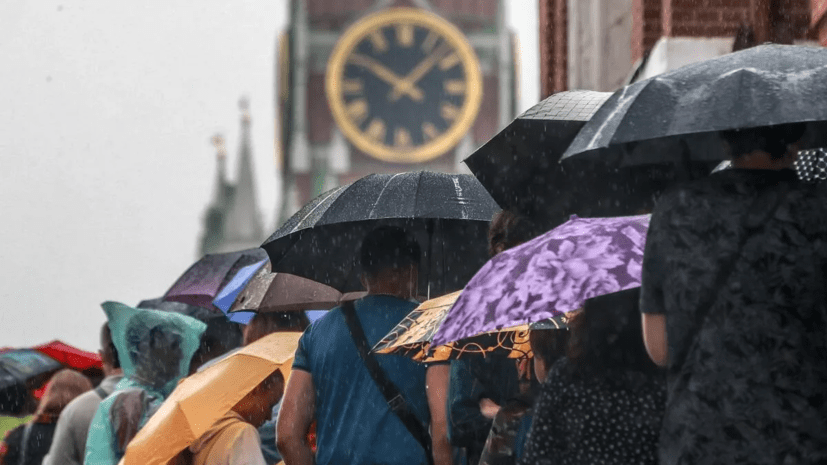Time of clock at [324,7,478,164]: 10:07
